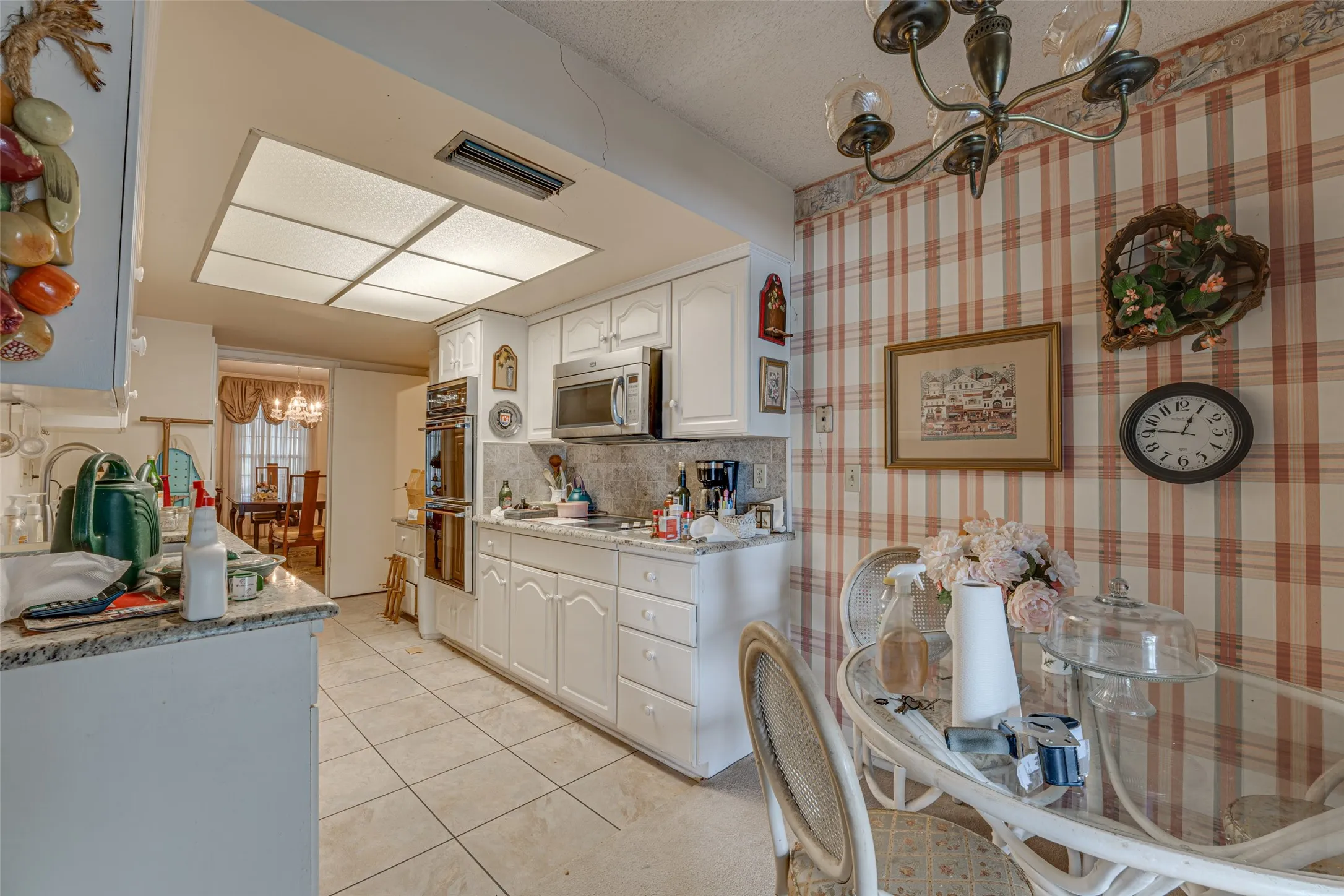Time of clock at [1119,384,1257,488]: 12:46
